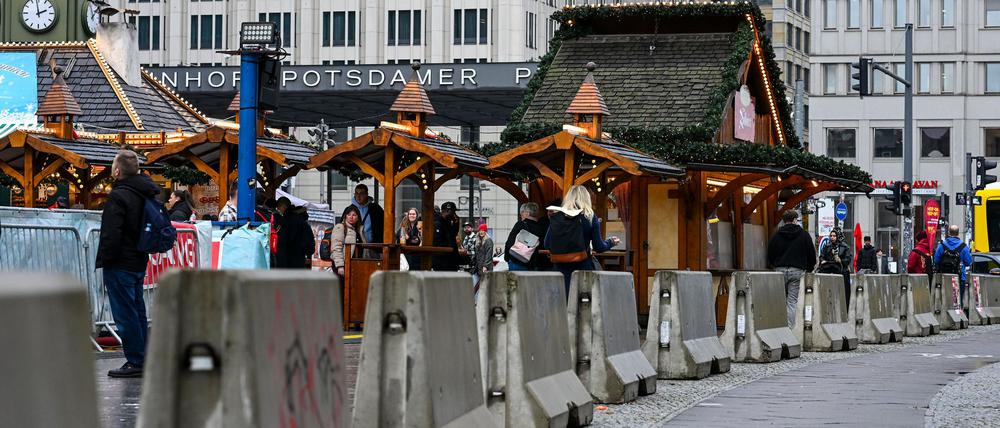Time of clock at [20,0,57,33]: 1:58
